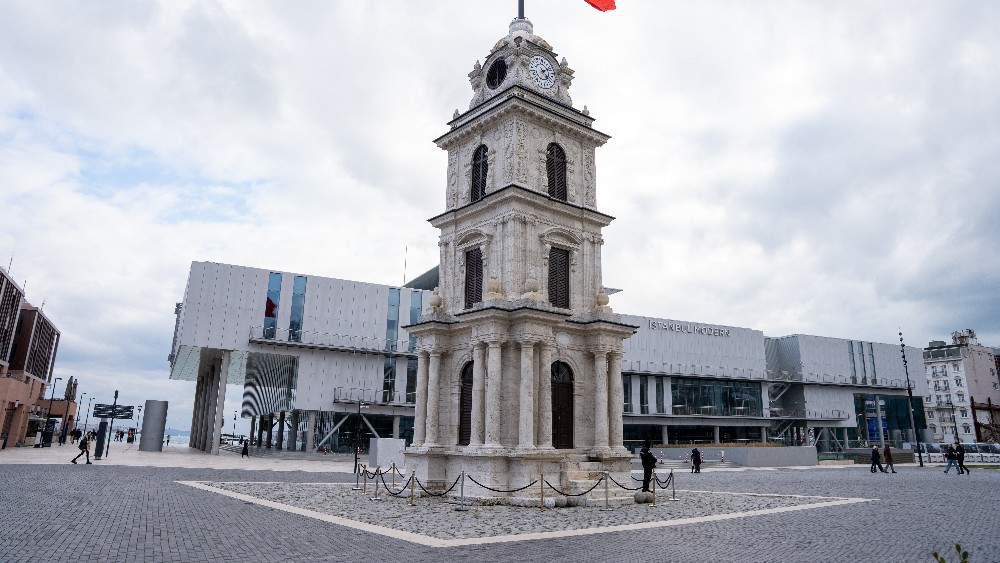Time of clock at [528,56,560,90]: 2:23
